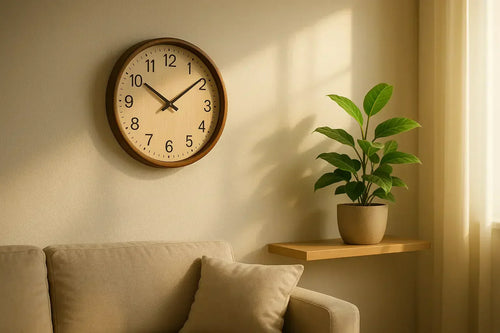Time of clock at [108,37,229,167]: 10:08
